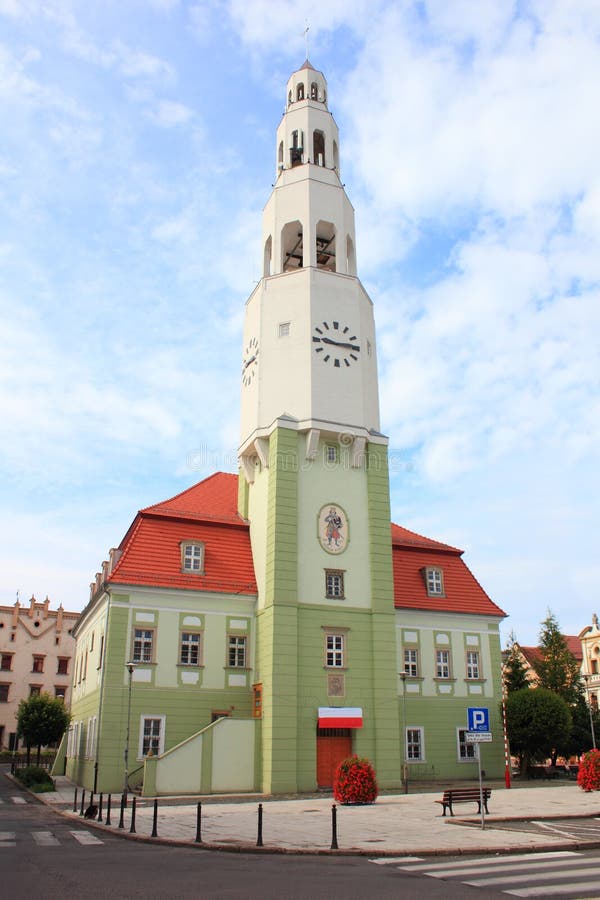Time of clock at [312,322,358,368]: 9:14
